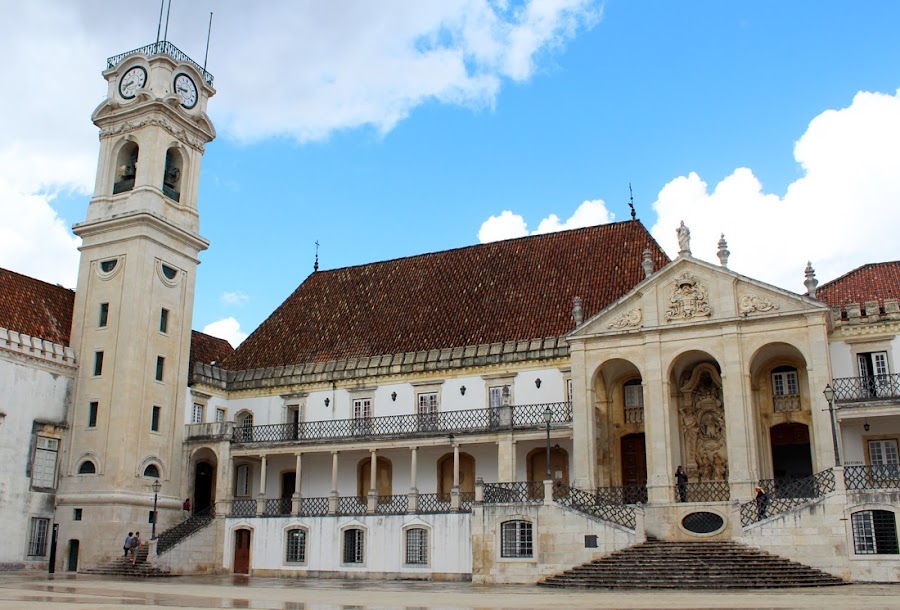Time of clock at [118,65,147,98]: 8:41
